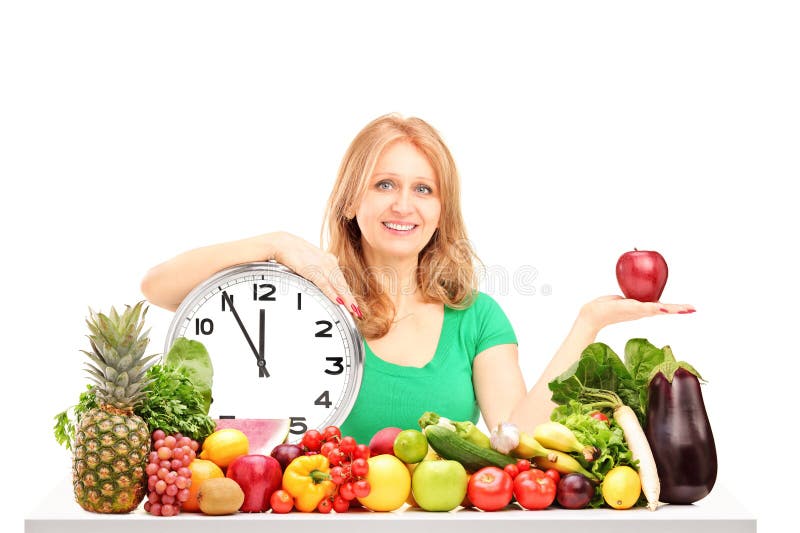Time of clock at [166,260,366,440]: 11:55
